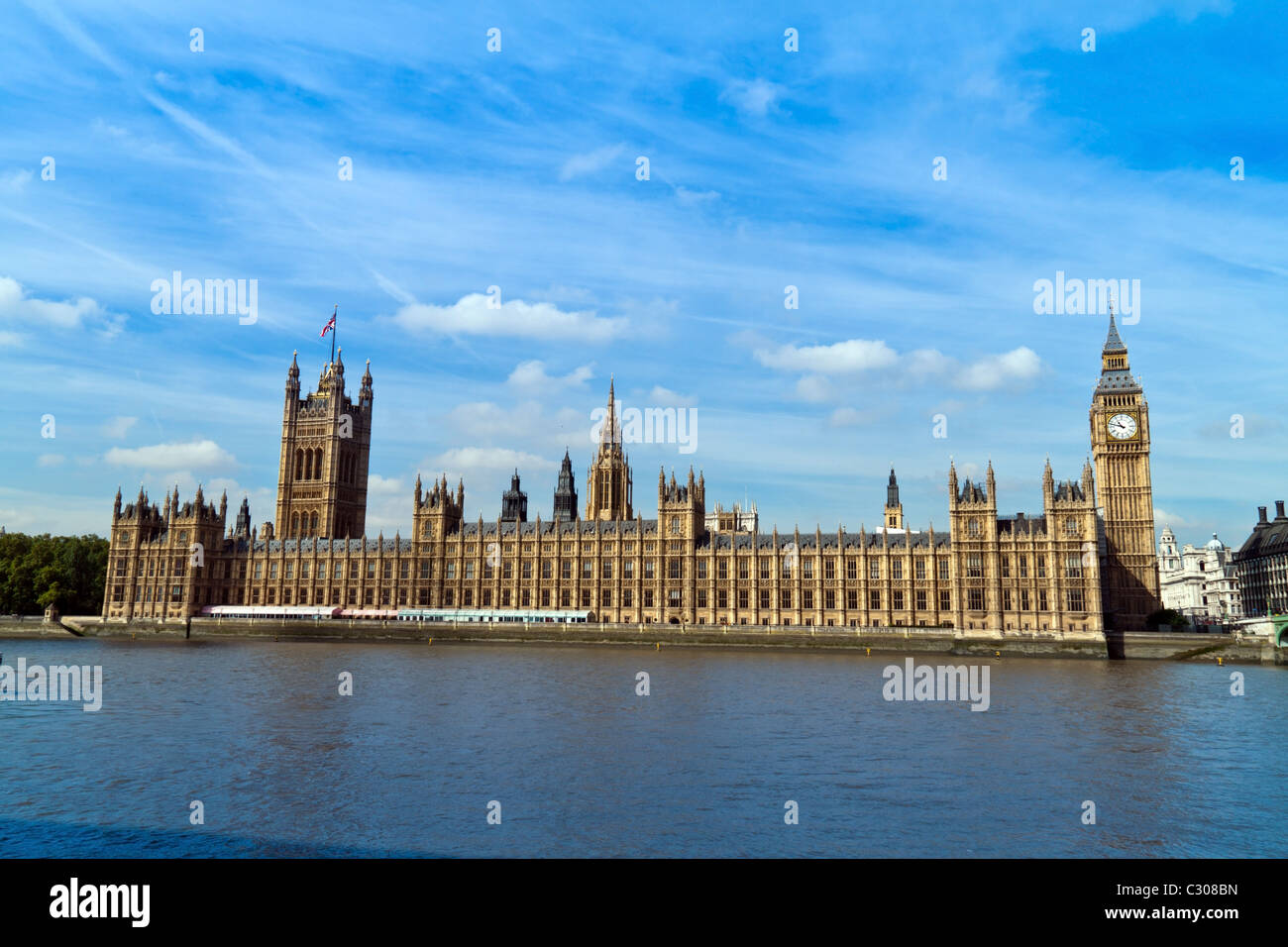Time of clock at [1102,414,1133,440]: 10:47
